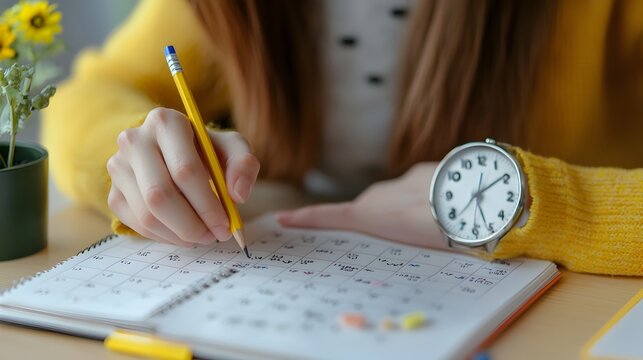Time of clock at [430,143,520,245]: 5:09
